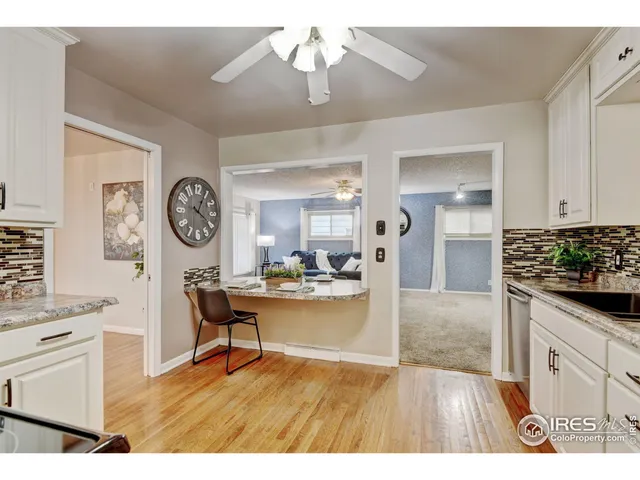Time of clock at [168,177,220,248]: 4:04
